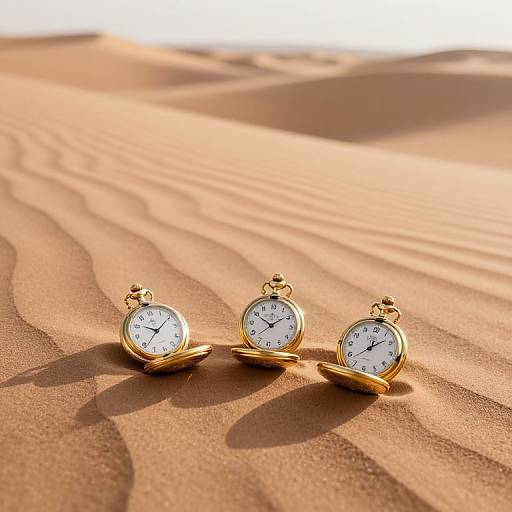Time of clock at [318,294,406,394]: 12:07
